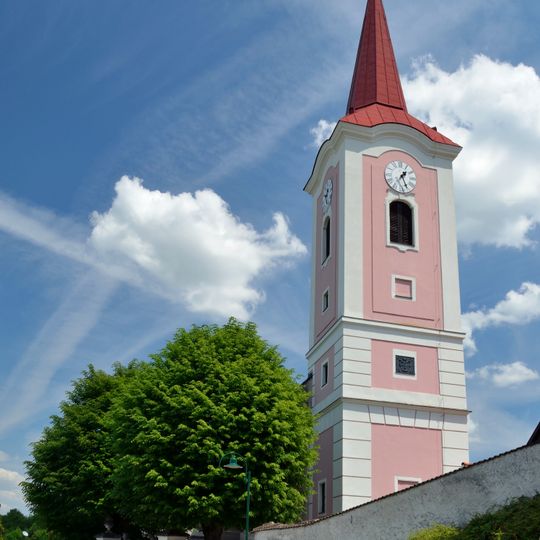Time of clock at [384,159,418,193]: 1:26
